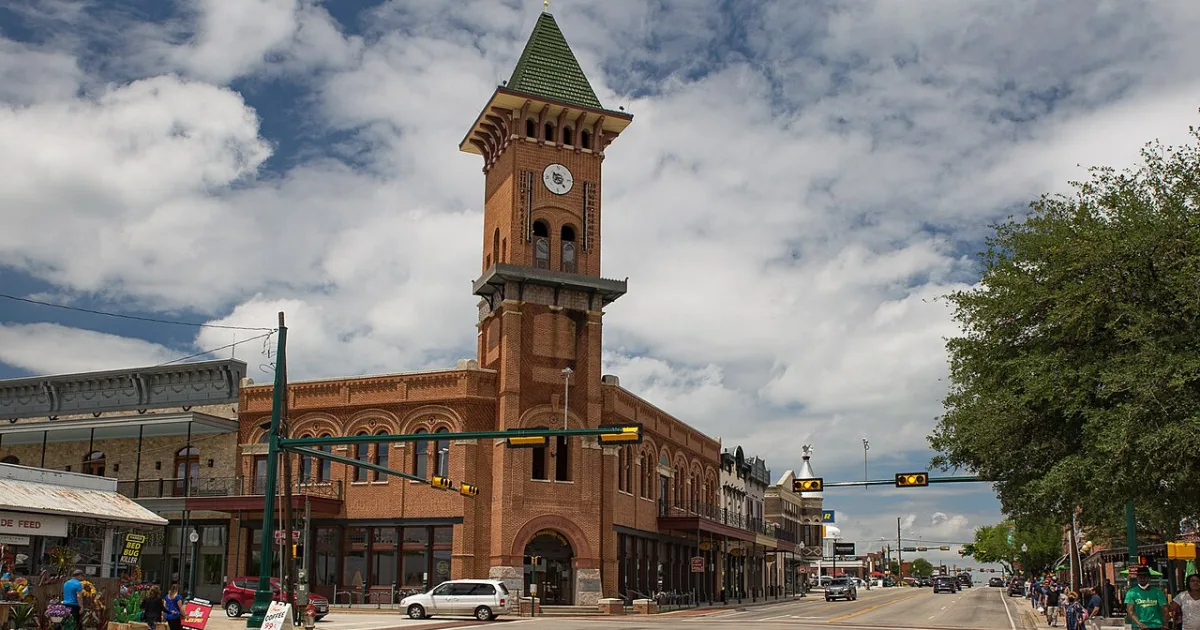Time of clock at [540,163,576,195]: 7:23
